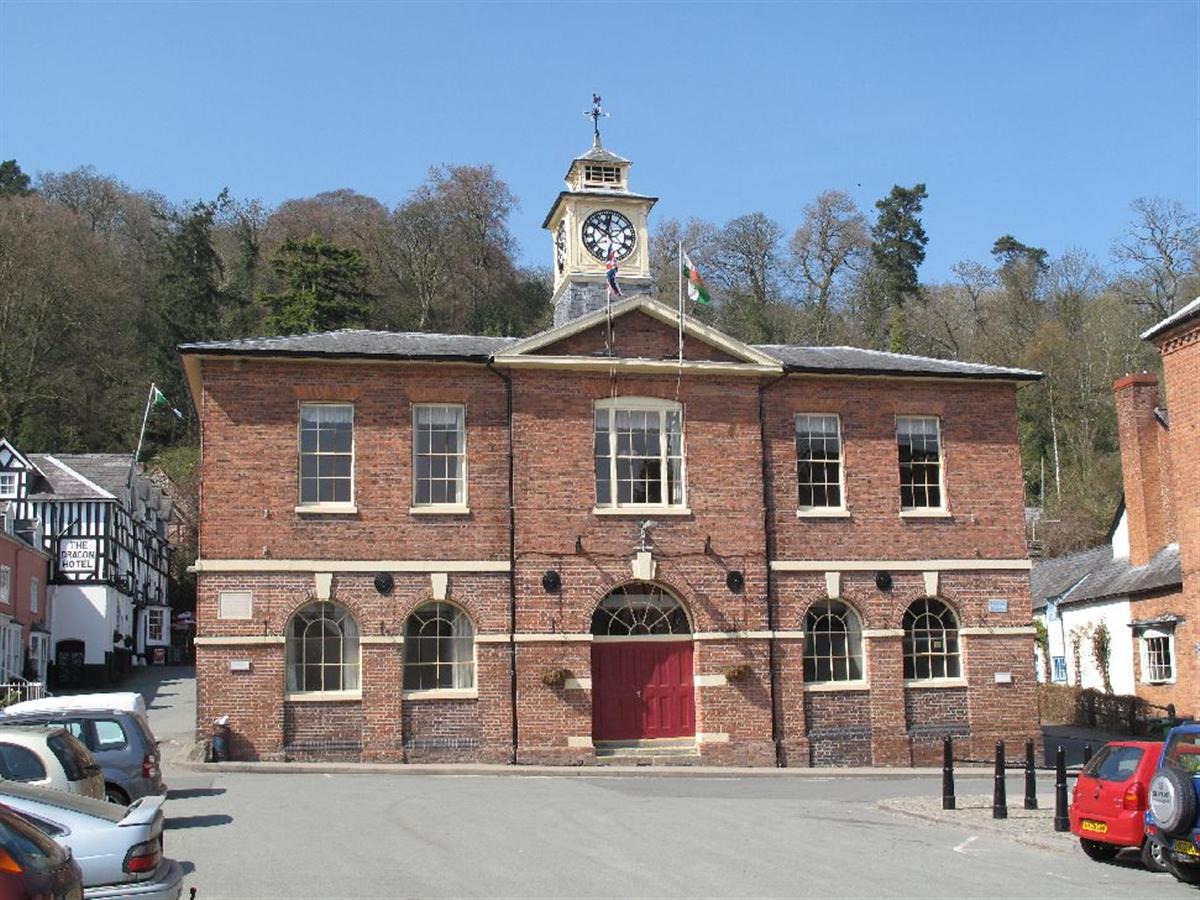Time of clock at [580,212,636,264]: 11:50
